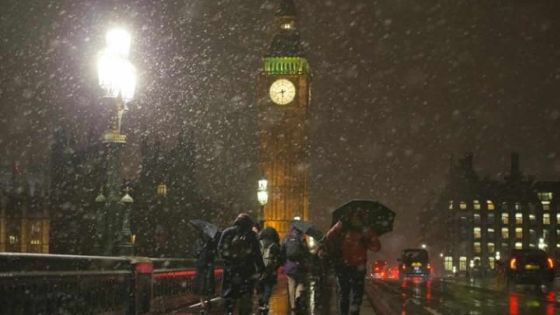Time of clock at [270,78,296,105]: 5:42
